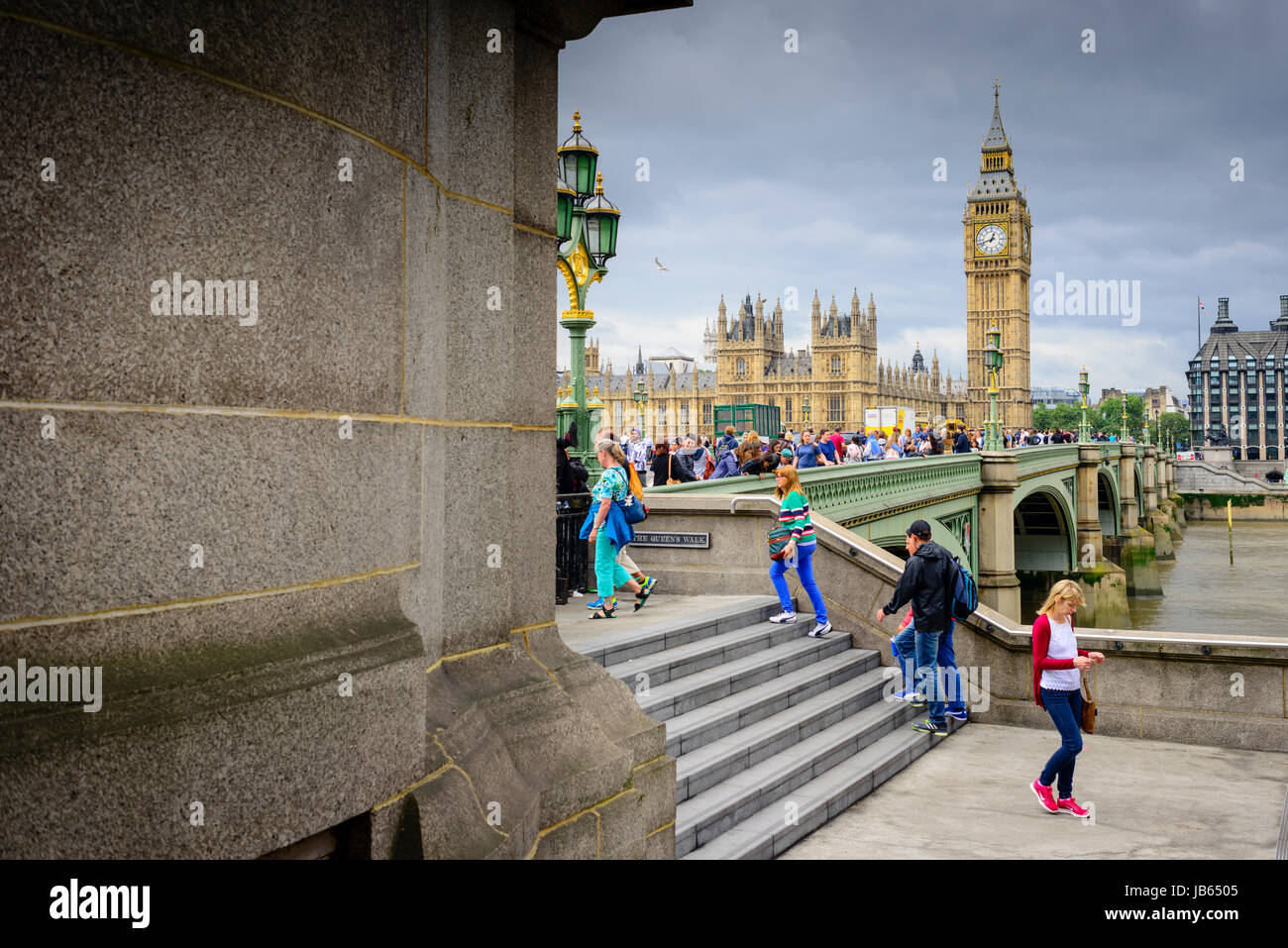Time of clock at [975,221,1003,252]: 12:42
